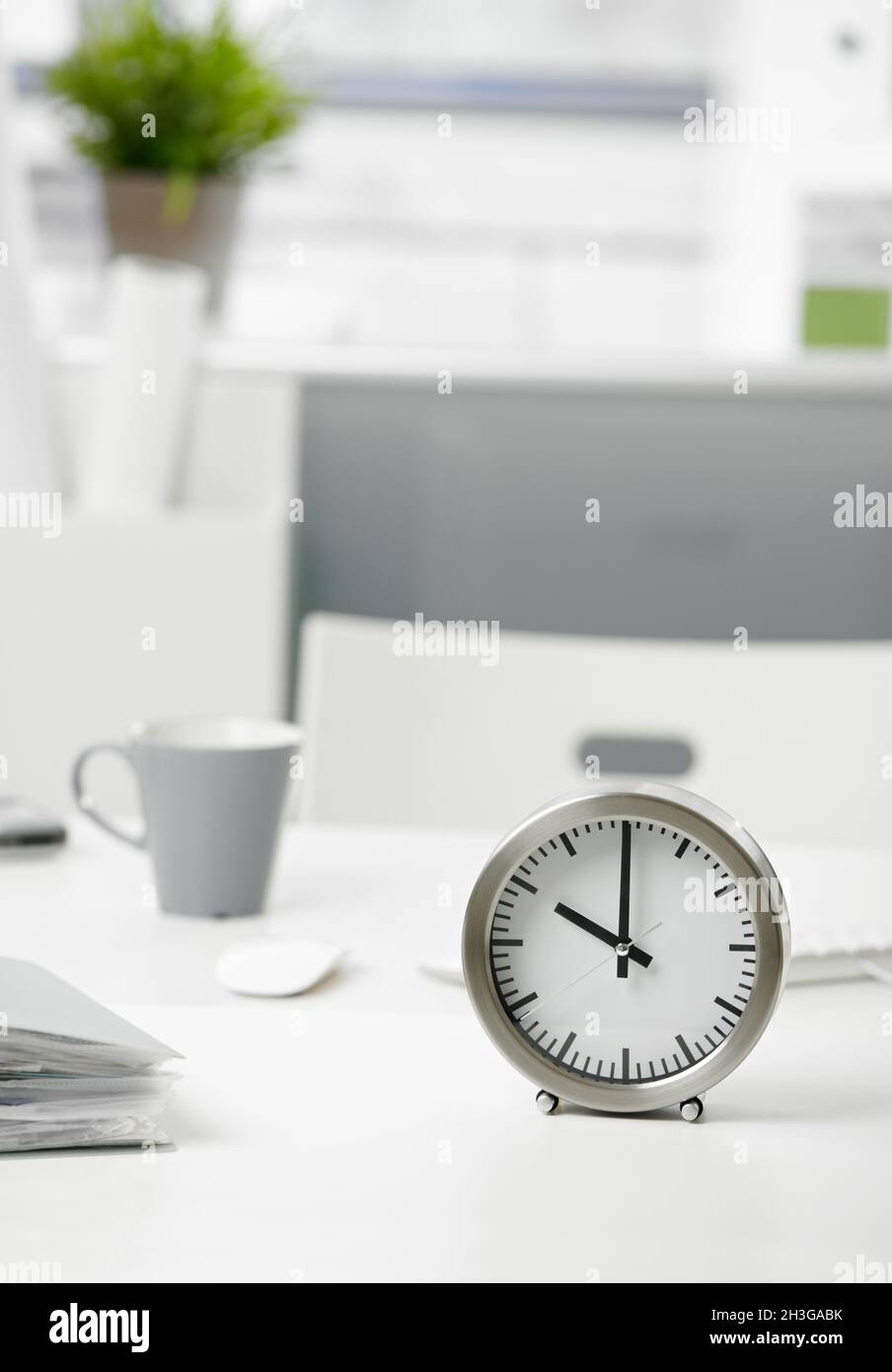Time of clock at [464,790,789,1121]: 10:00
